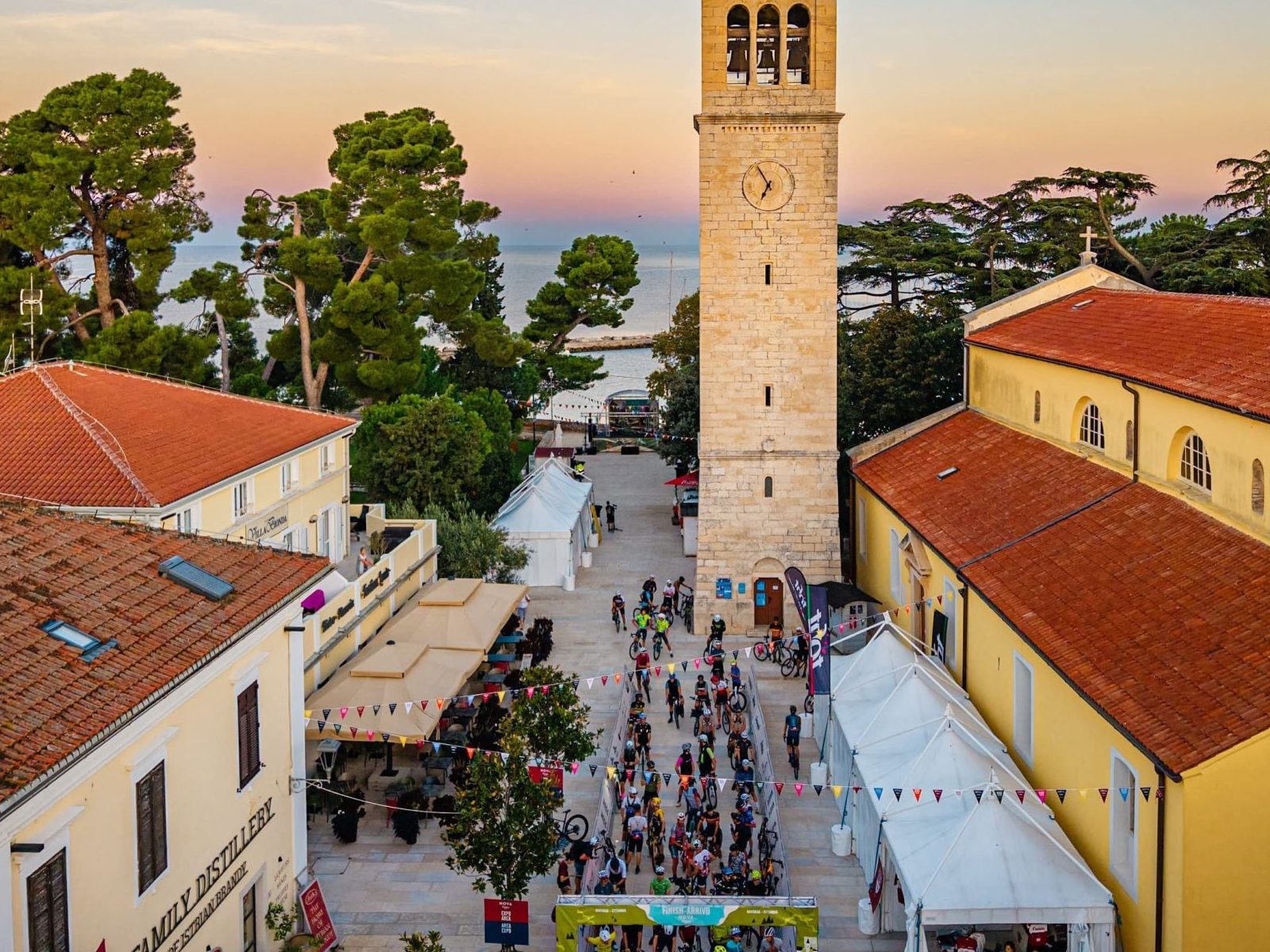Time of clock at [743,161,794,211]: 6:54
